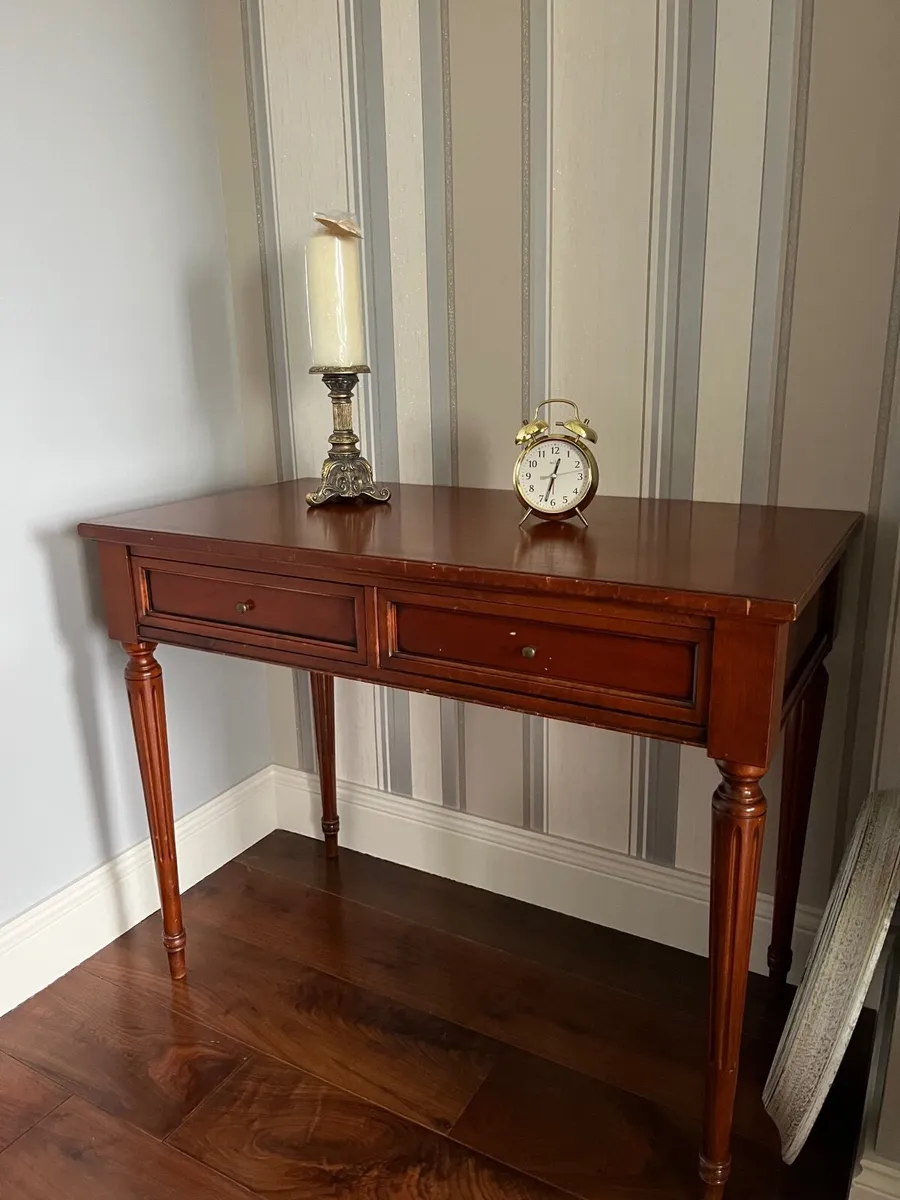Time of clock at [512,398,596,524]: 12:32
